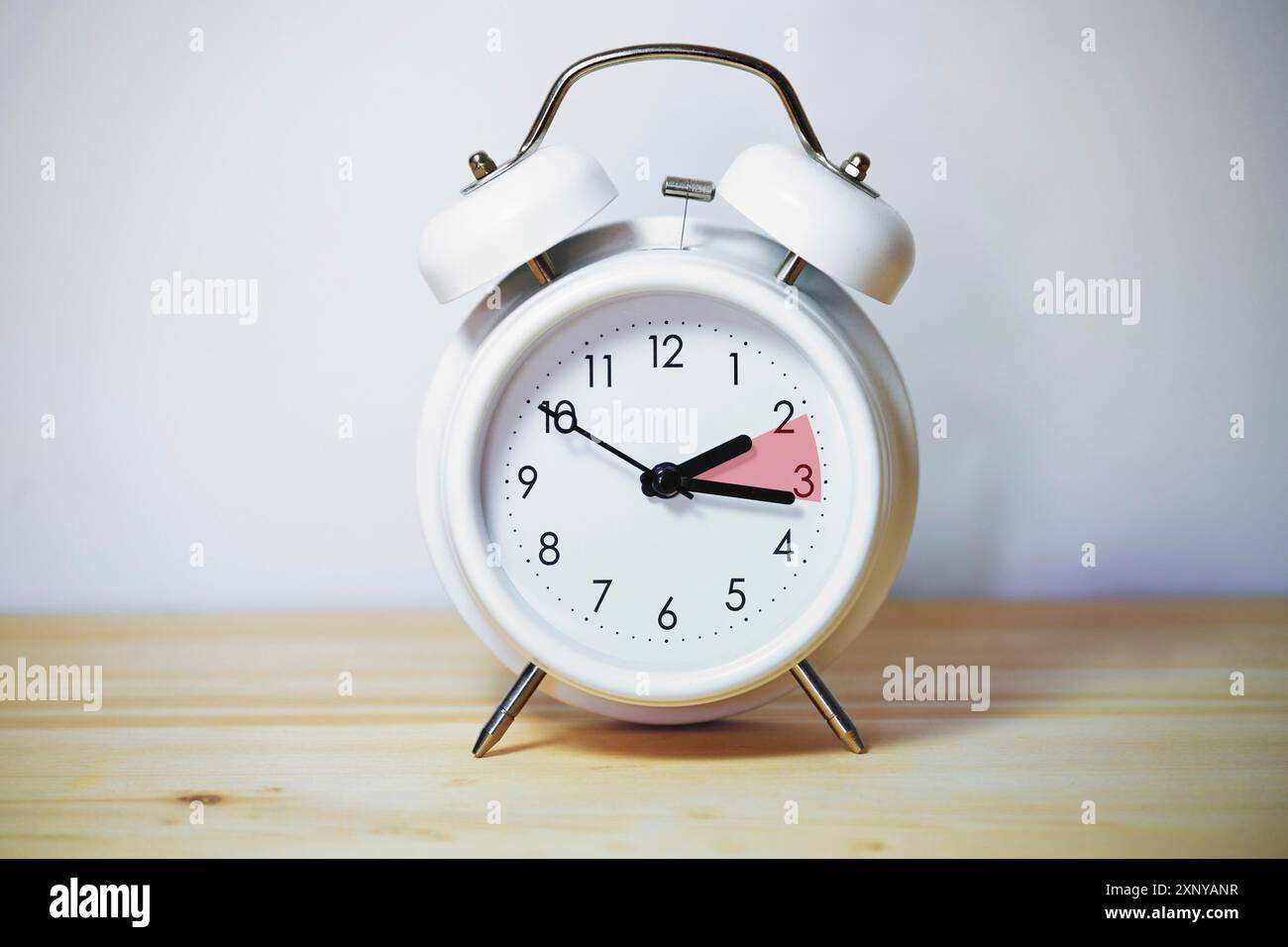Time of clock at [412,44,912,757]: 2:16
